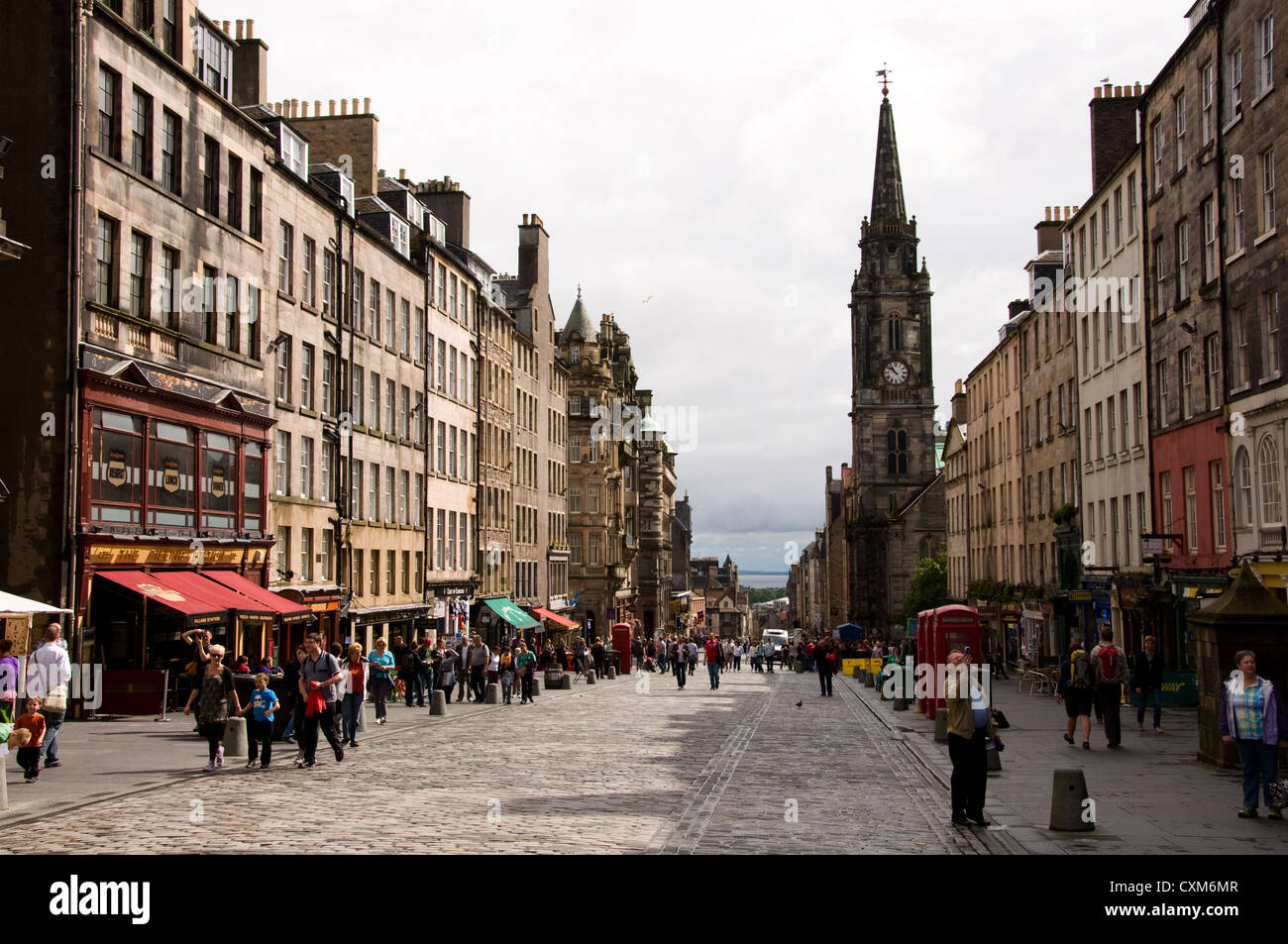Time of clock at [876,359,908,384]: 10:51
